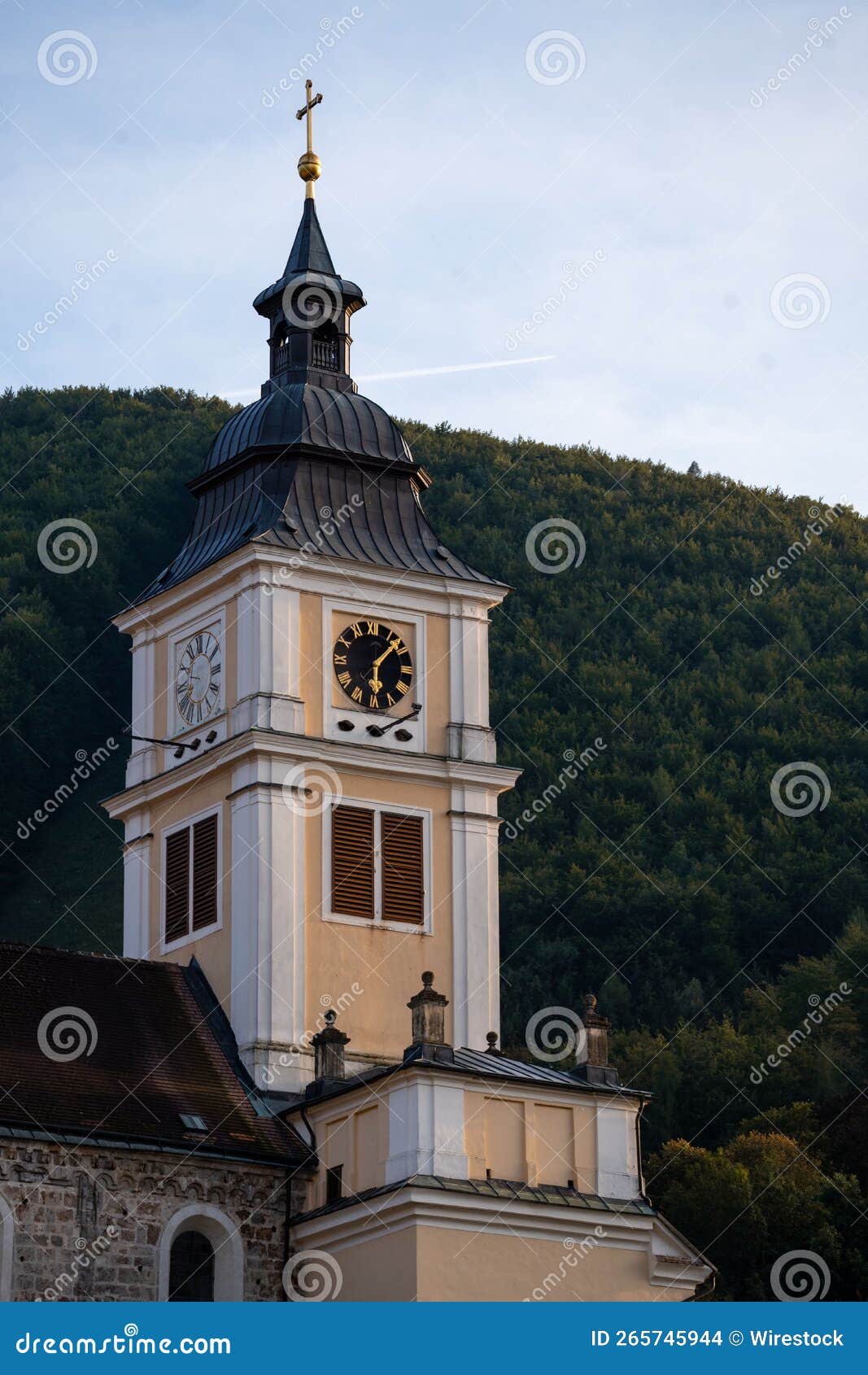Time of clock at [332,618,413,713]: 6:07
